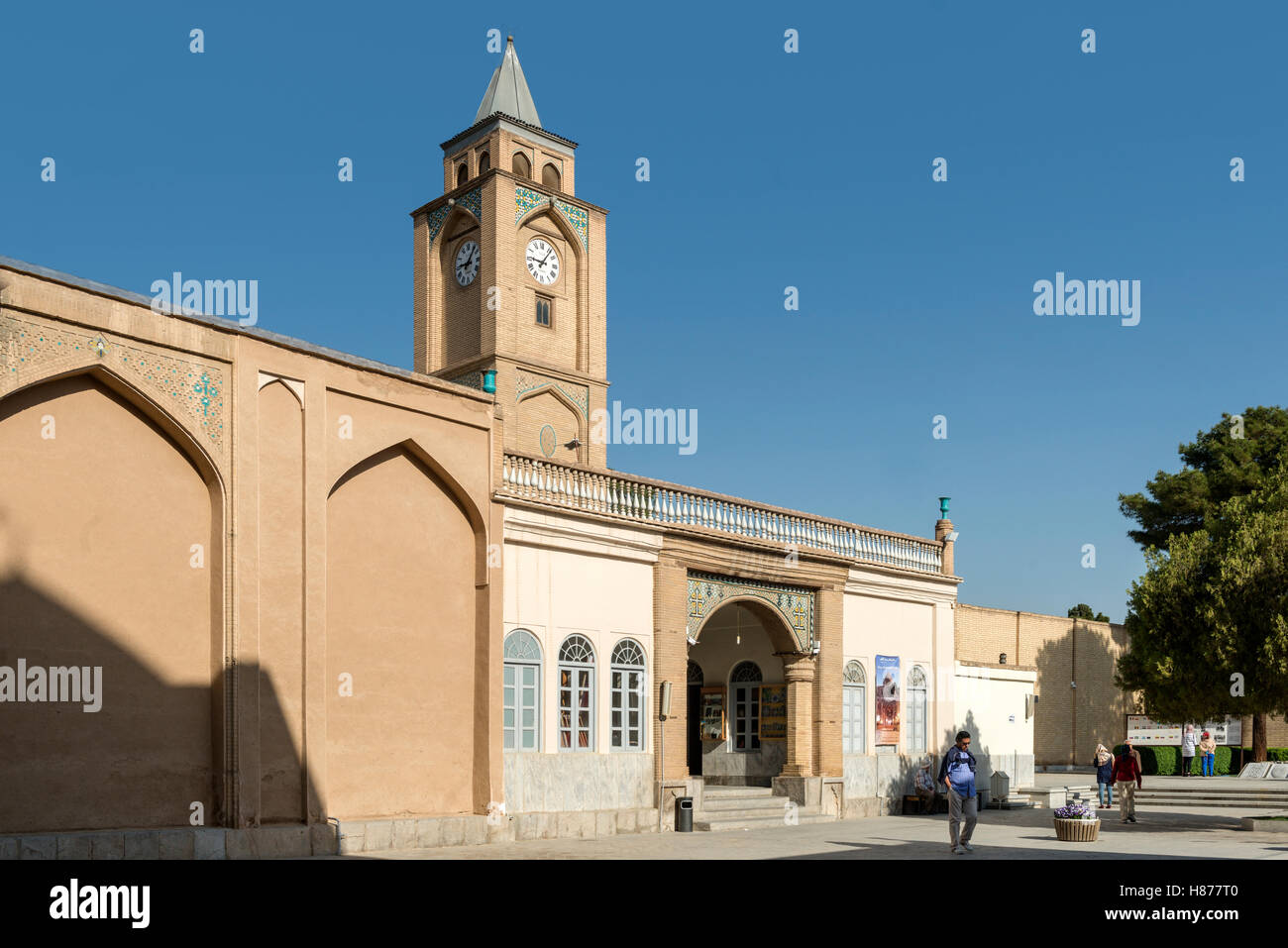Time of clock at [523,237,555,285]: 9:06
